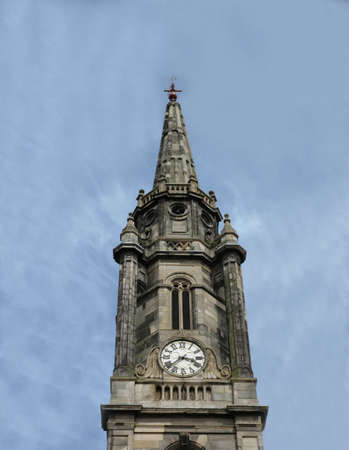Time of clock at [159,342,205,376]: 3:38
